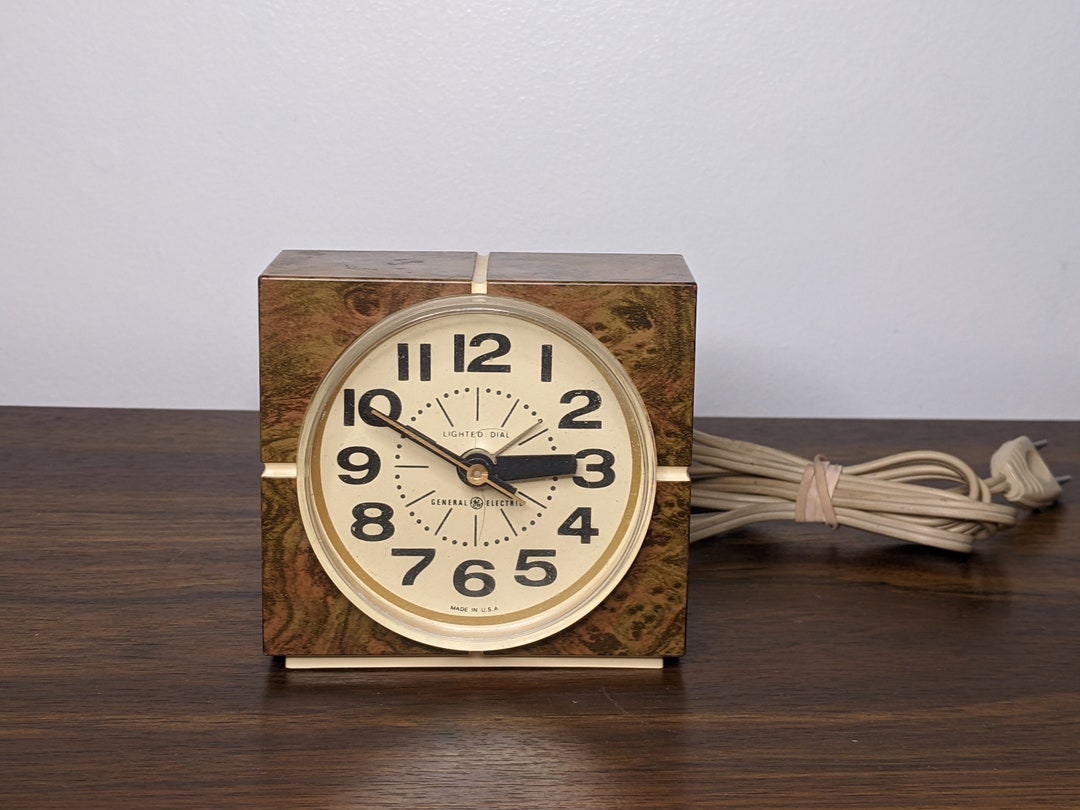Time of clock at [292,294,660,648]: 2:49
